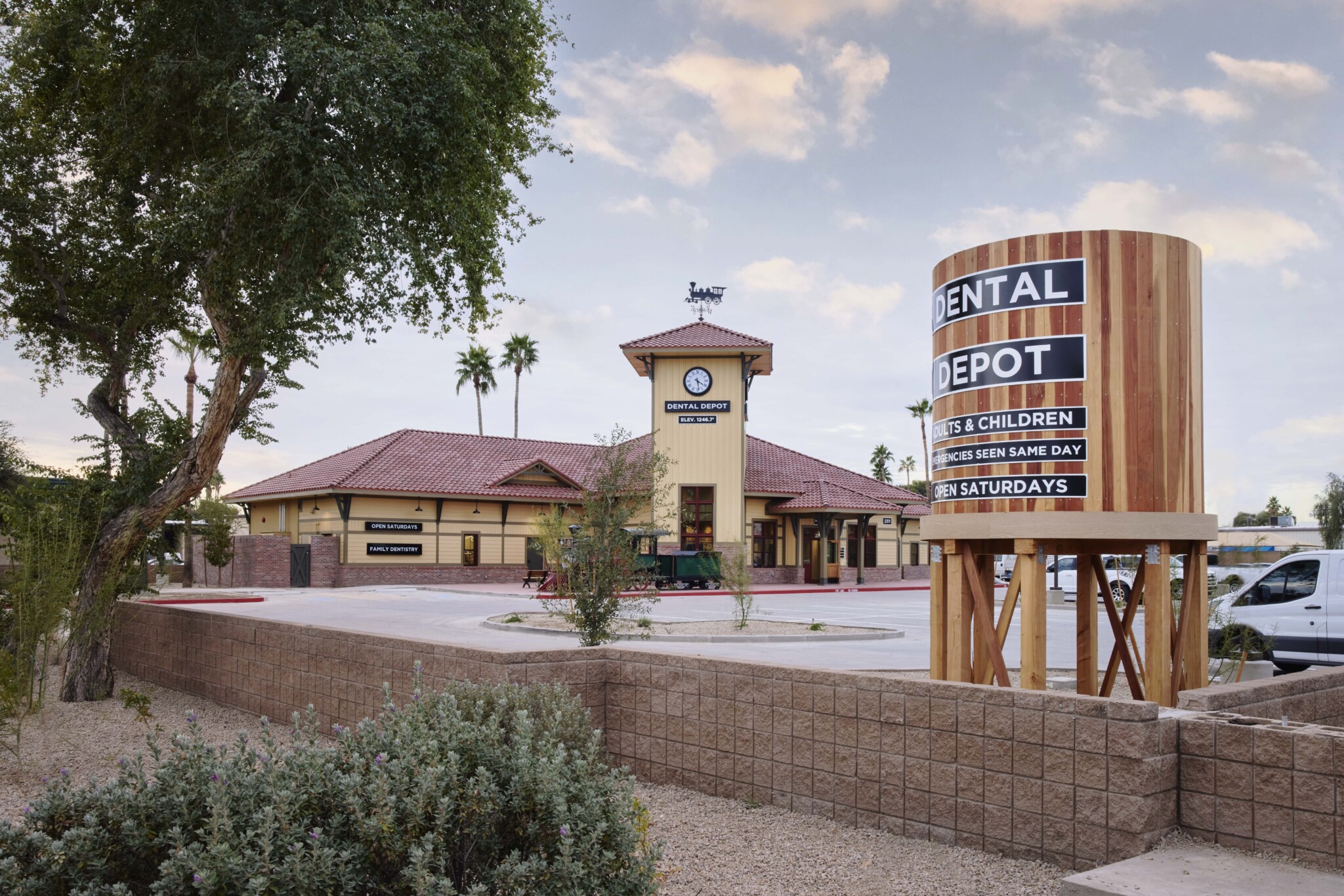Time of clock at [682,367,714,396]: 4:28
